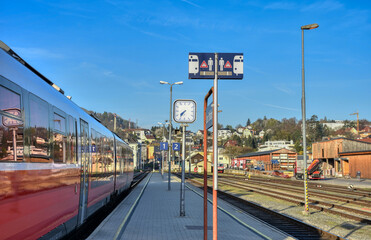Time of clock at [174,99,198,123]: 7:36
